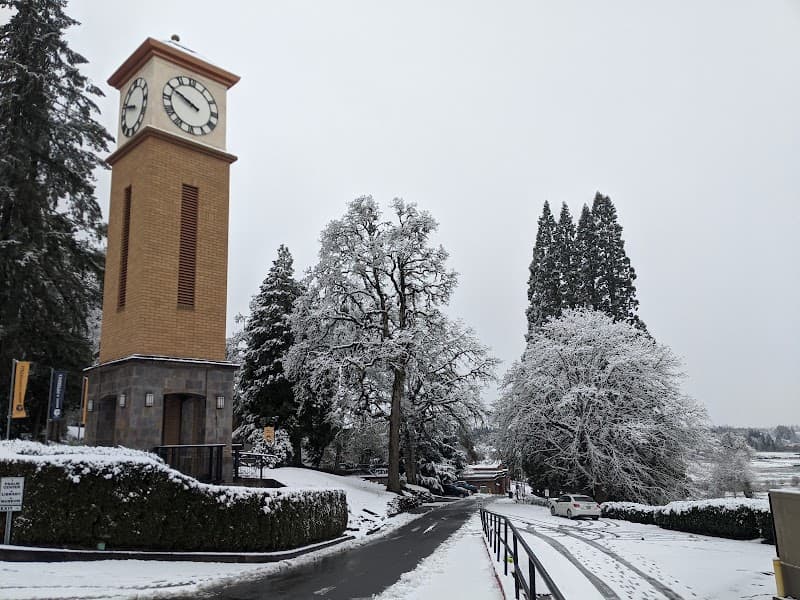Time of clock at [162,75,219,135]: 9:49
